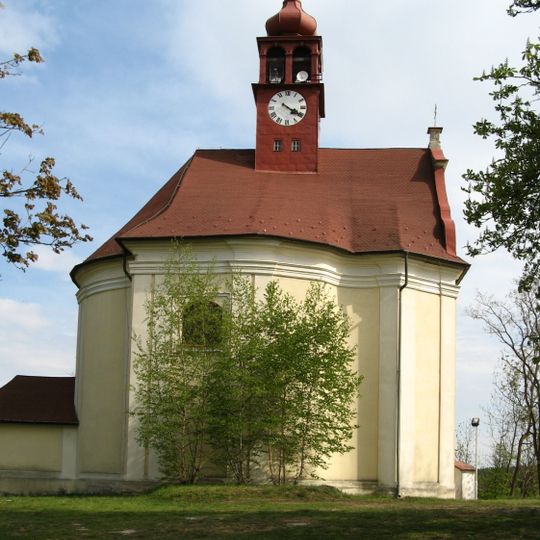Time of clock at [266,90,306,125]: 4:19
